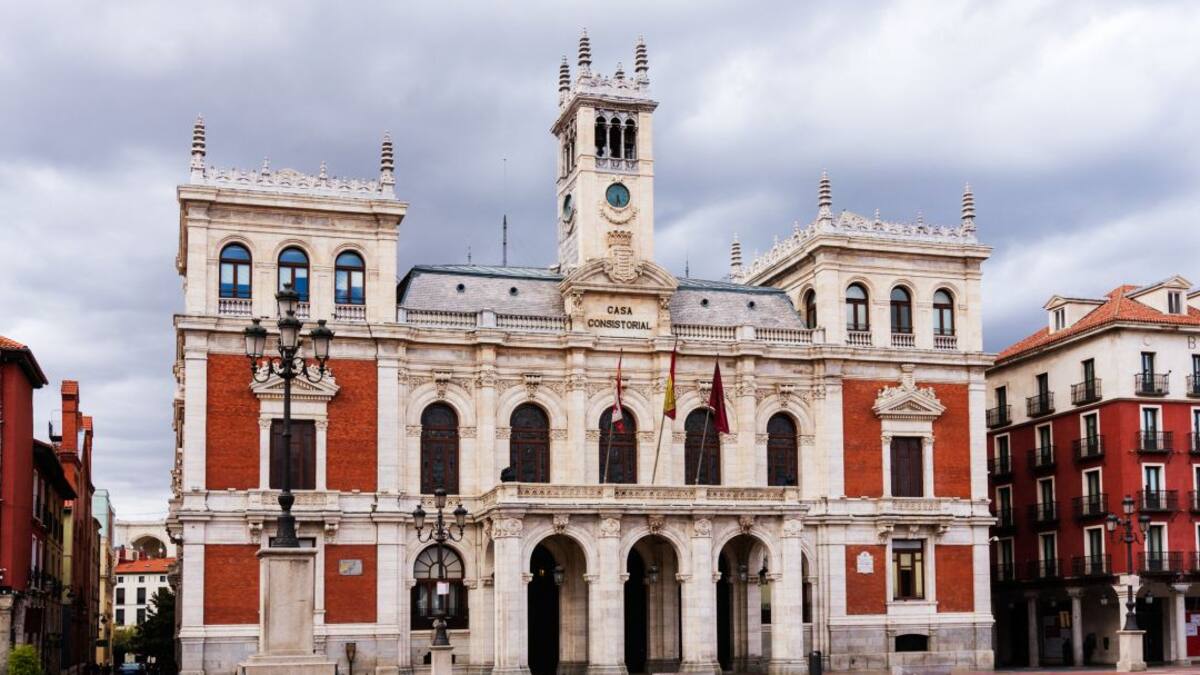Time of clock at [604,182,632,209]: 5:31
